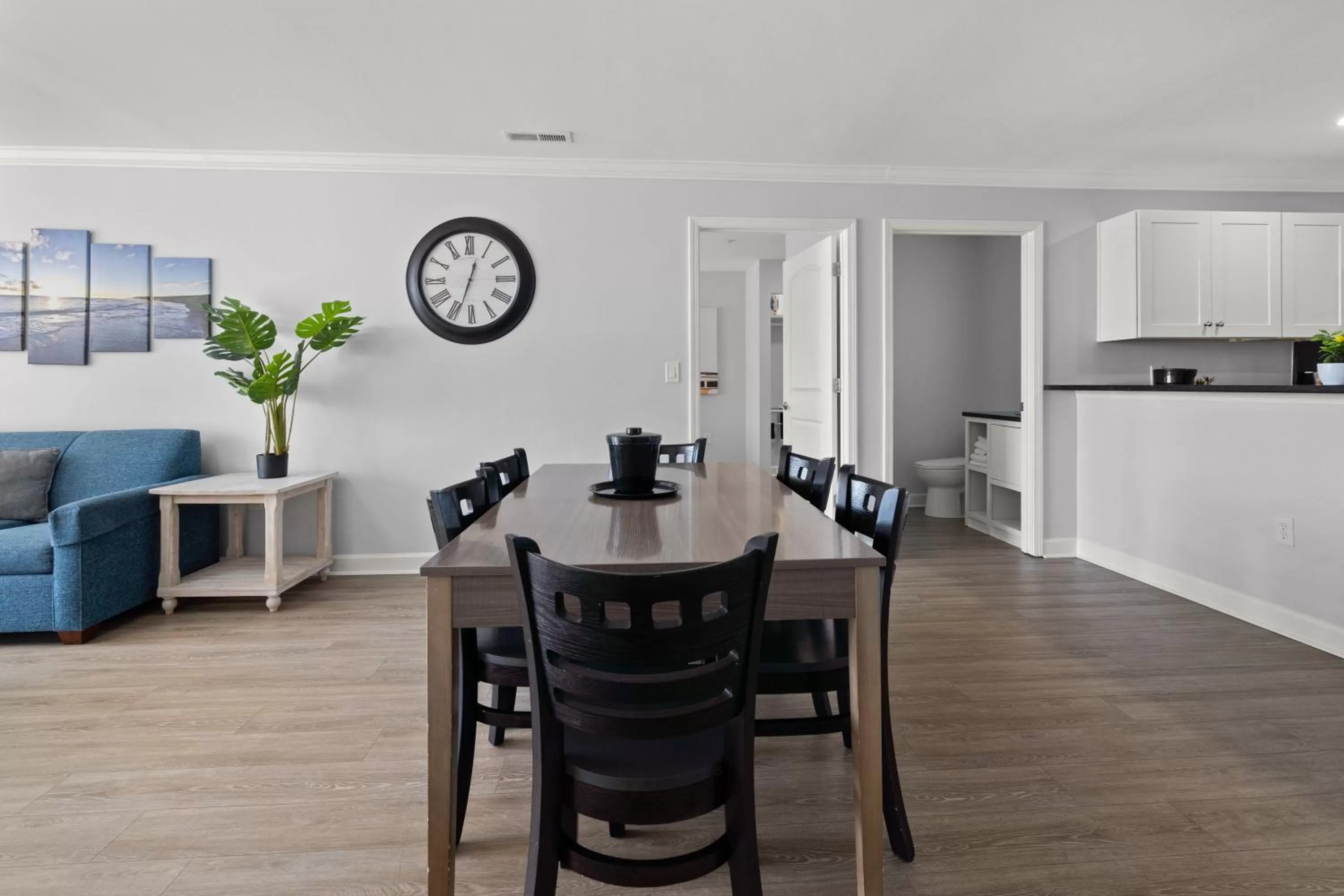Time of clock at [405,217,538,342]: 12:33
